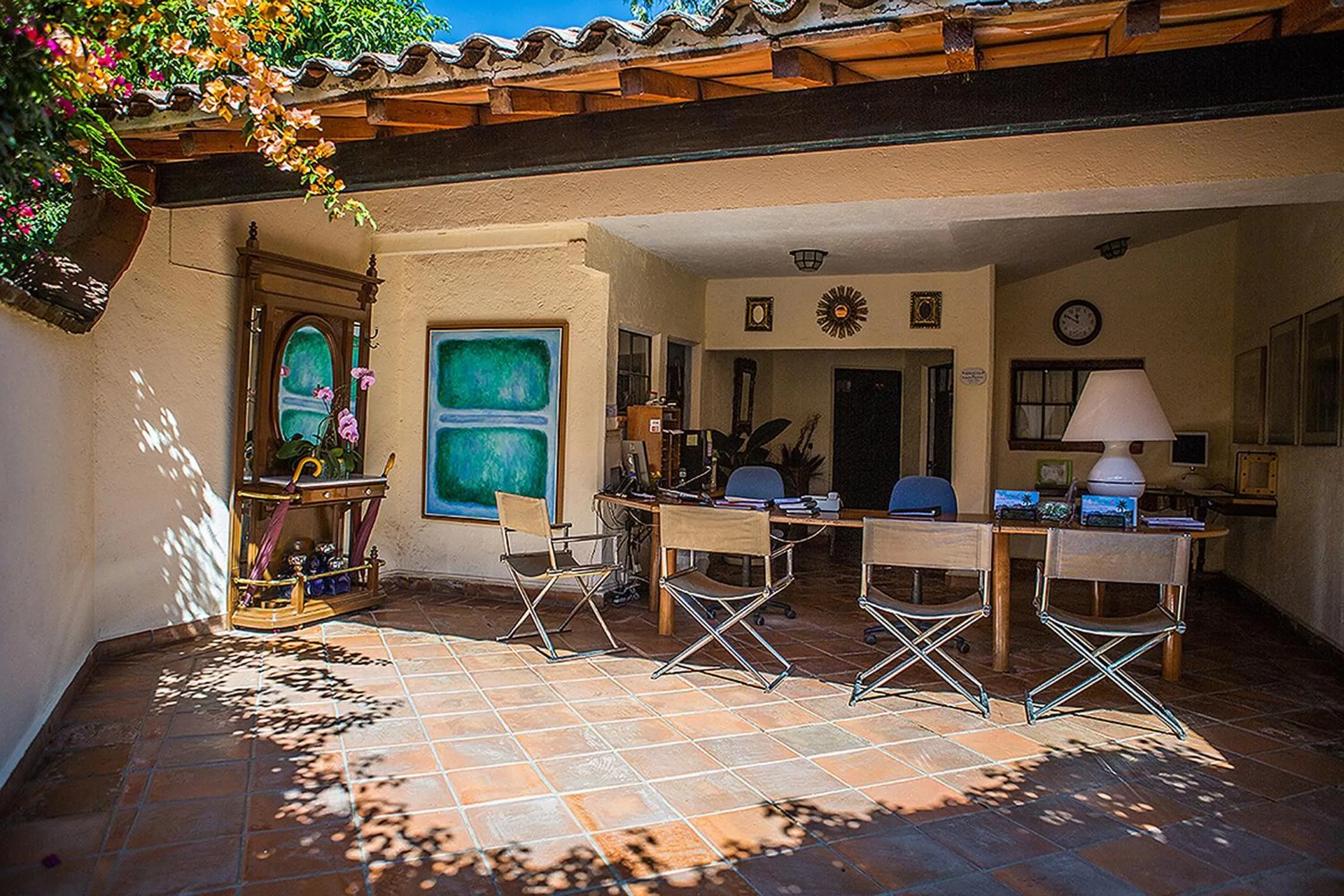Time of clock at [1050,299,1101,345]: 11:50
